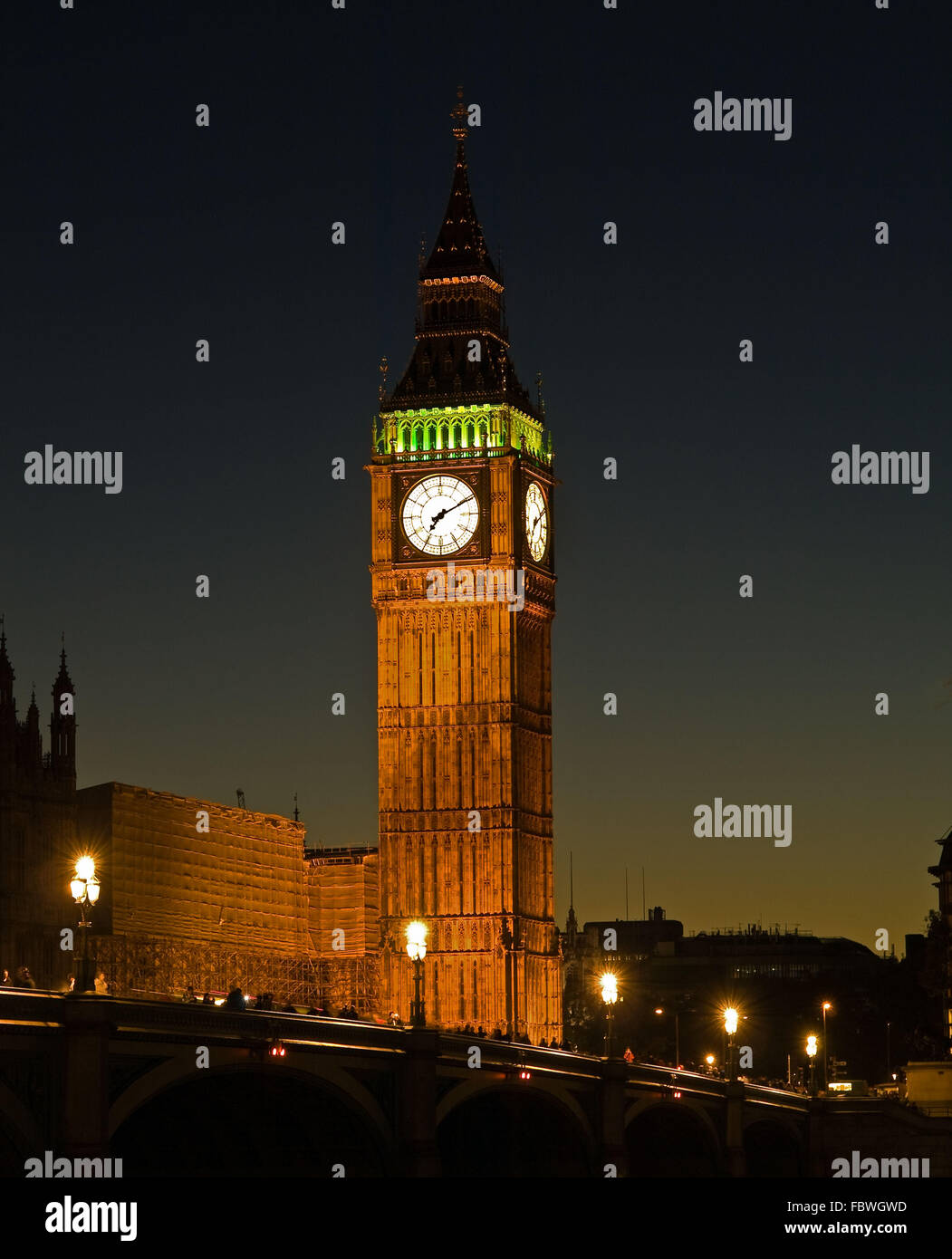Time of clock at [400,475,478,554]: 7:10
